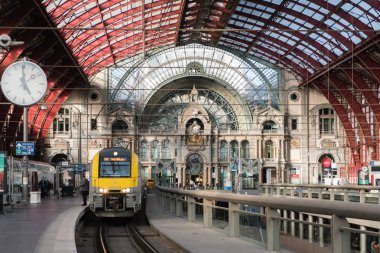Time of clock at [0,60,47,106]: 4:59
